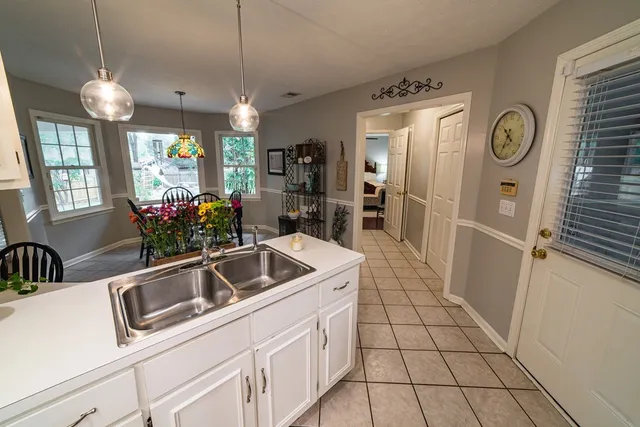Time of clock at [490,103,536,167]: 10:34
